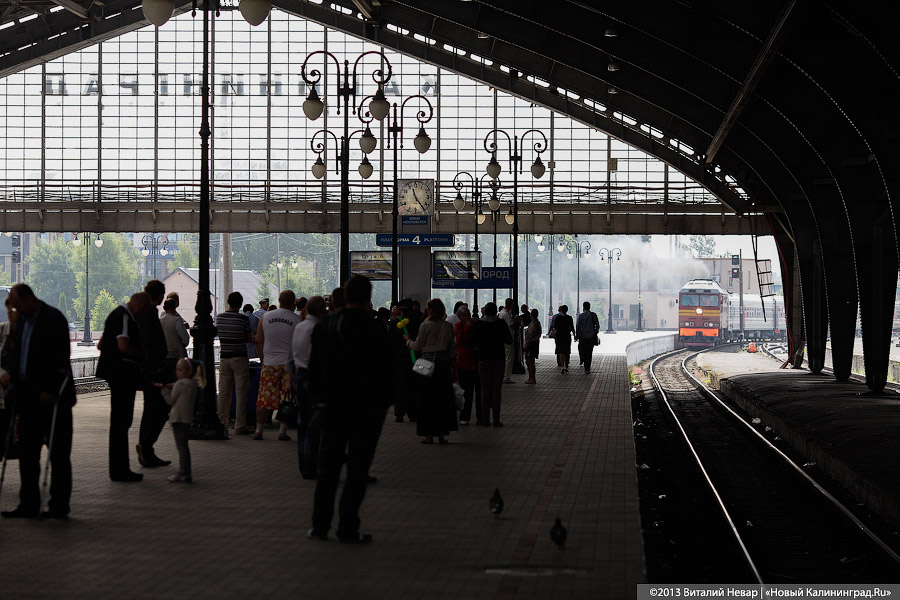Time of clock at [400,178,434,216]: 11:23
